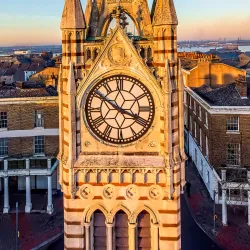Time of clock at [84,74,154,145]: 3:50
